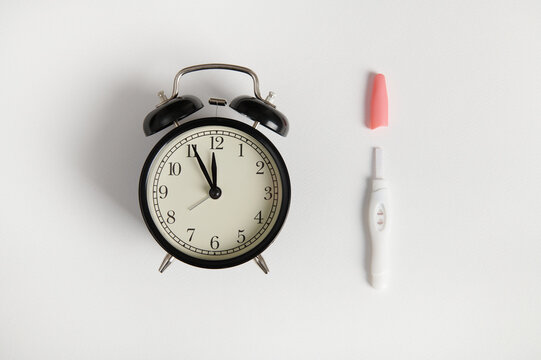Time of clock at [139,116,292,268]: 11:55
